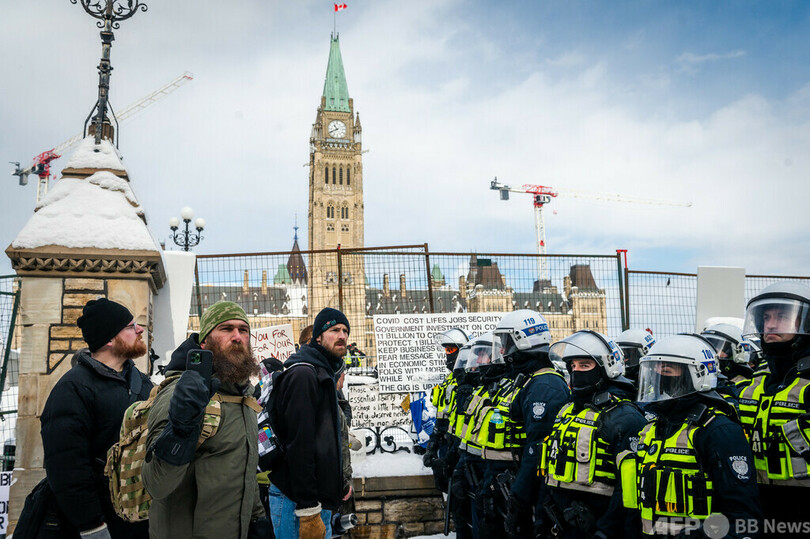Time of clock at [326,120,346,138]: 10:41
